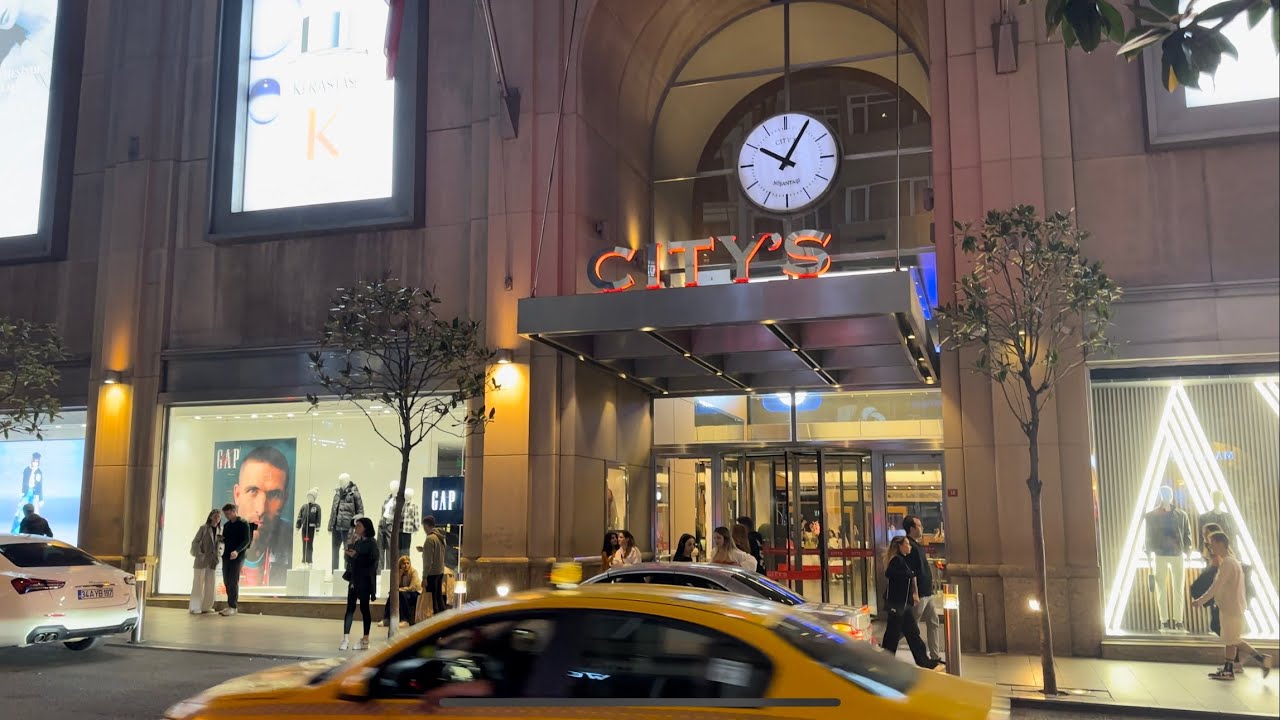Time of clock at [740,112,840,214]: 10:05
